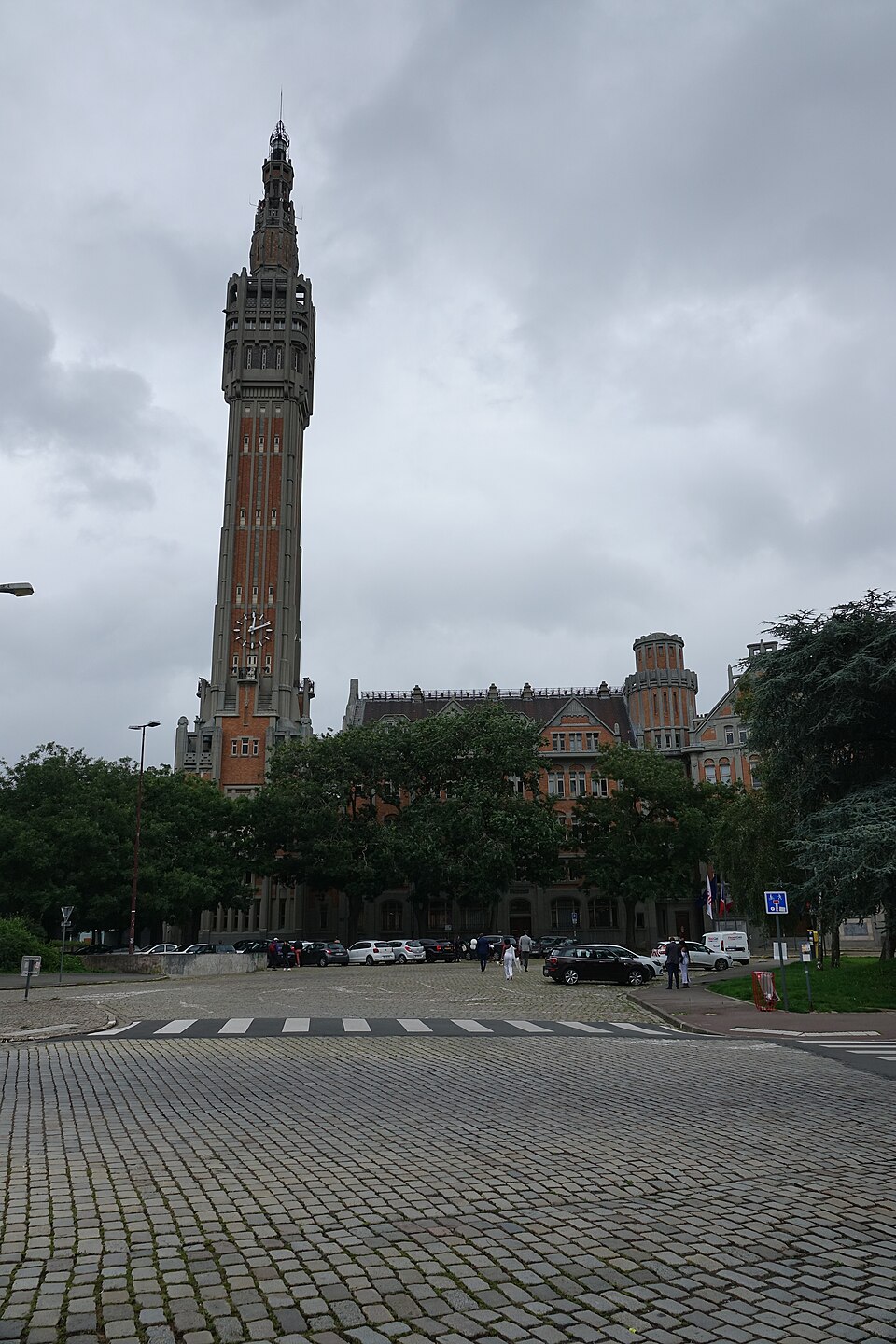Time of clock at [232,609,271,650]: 12:11
